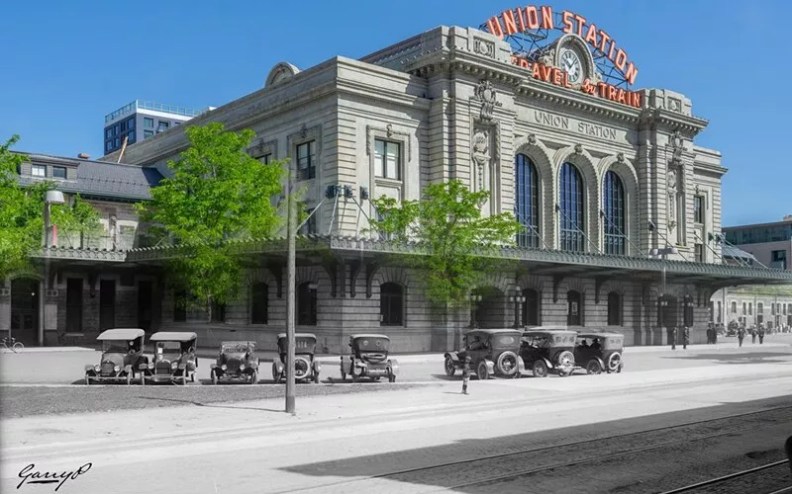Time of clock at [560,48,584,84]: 10:07
